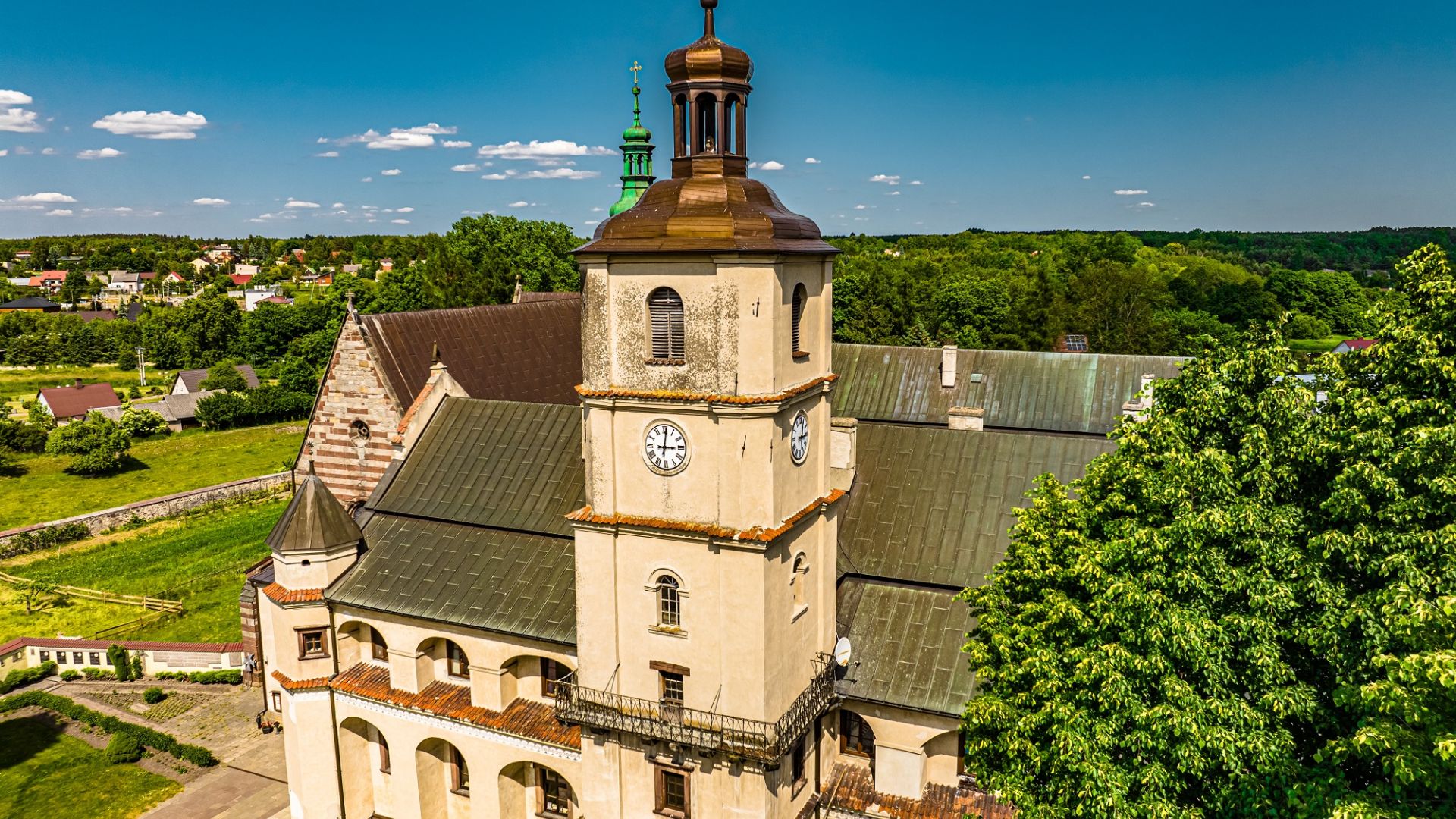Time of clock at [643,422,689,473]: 3:01
